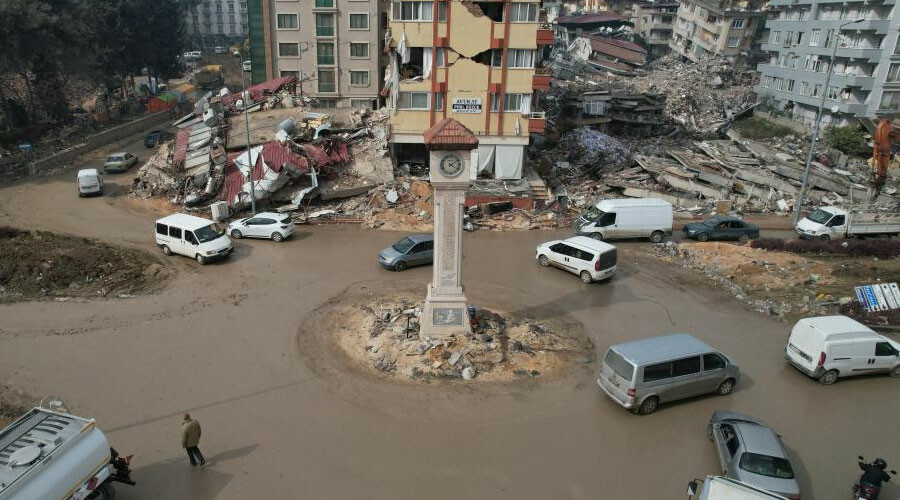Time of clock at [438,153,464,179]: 4:08
